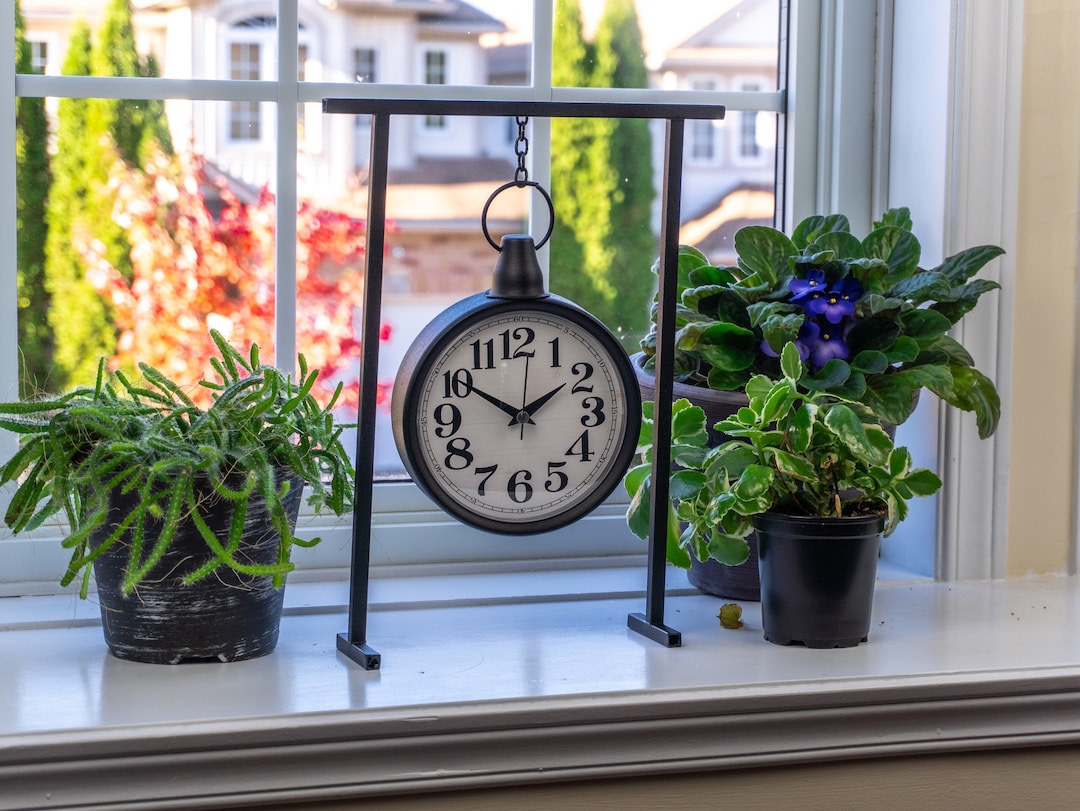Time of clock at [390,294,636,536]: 1:50
